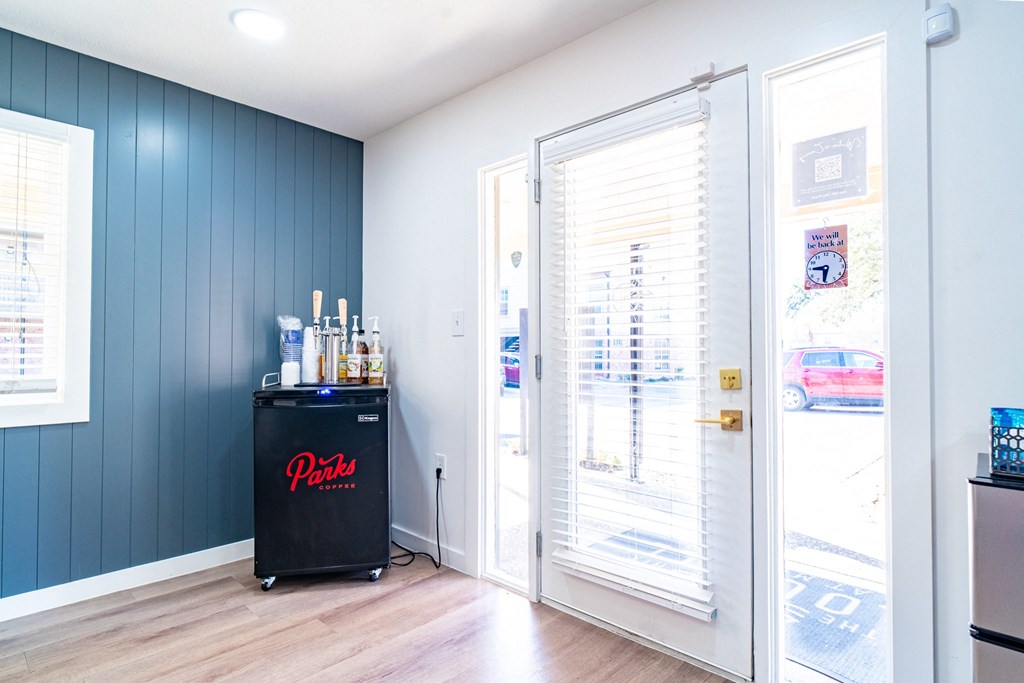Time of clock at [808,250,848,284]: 8:31
